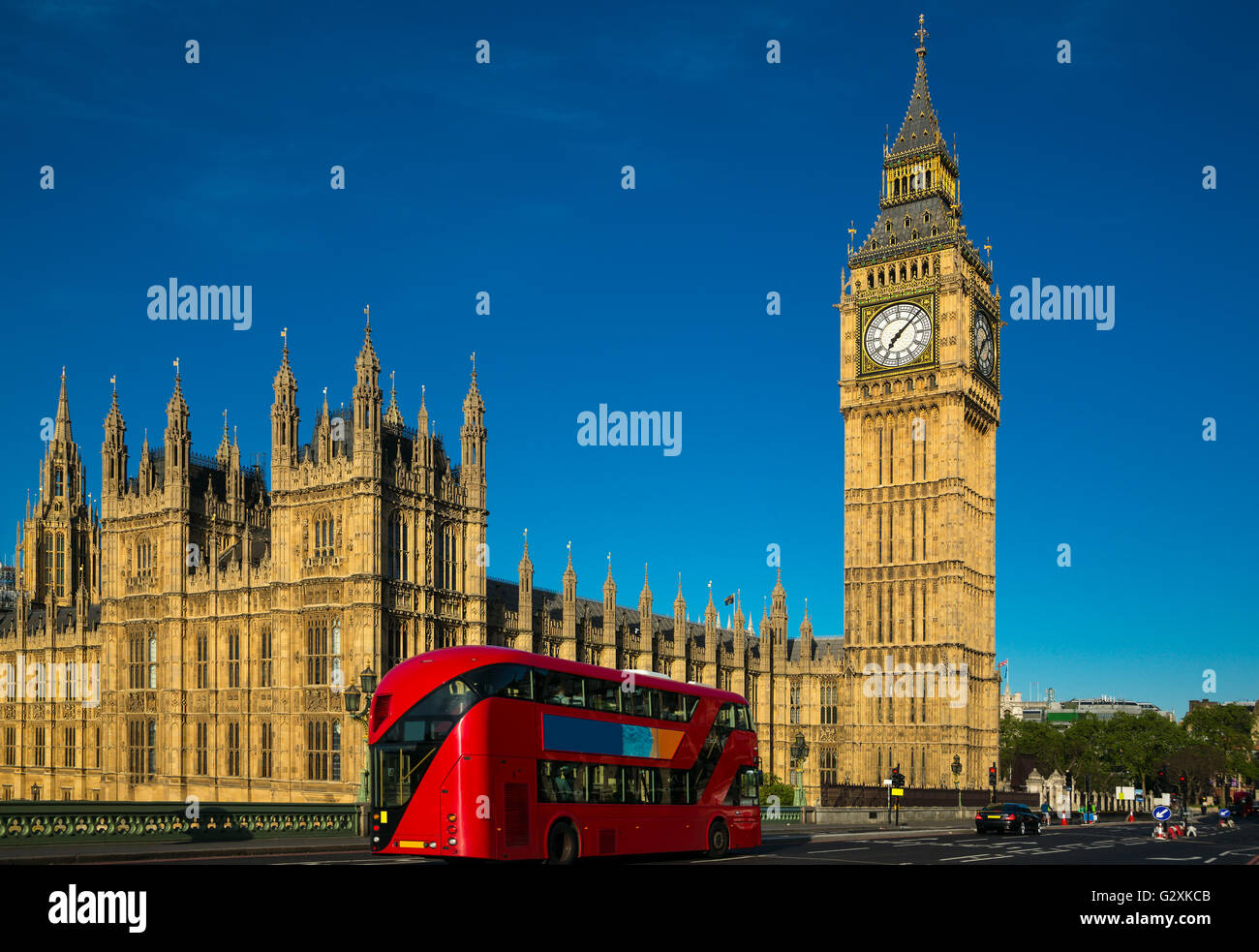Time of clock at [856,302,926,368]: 7:07
